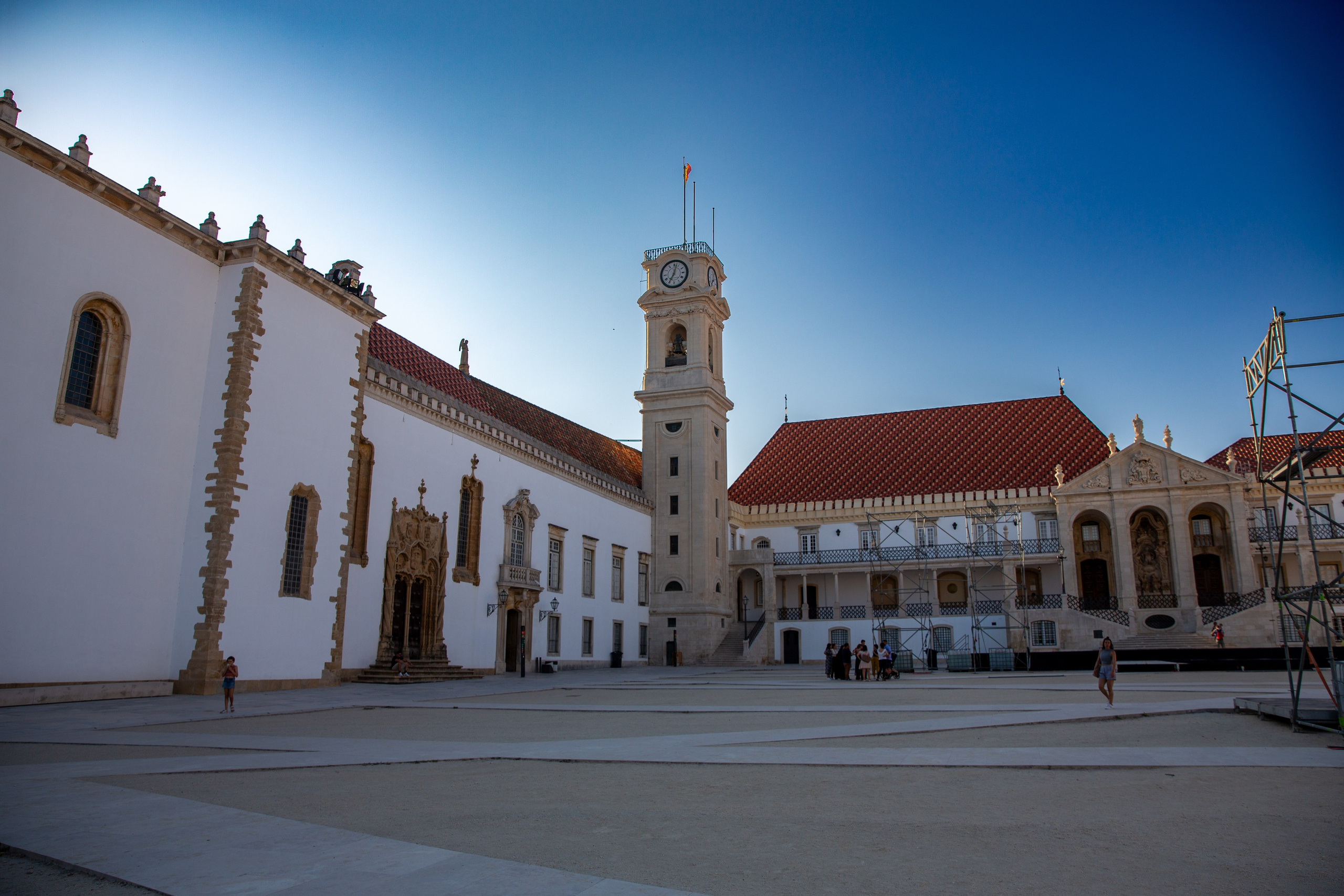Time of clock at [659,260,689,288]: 7:02
